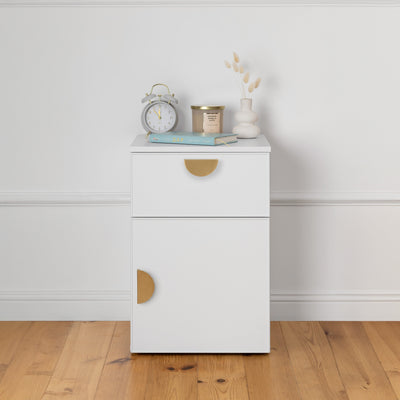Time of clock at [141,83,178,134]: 11:53
